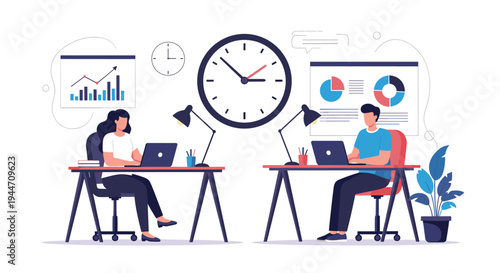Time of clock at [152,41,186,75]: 2:59
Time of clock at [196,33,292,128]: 2:52
